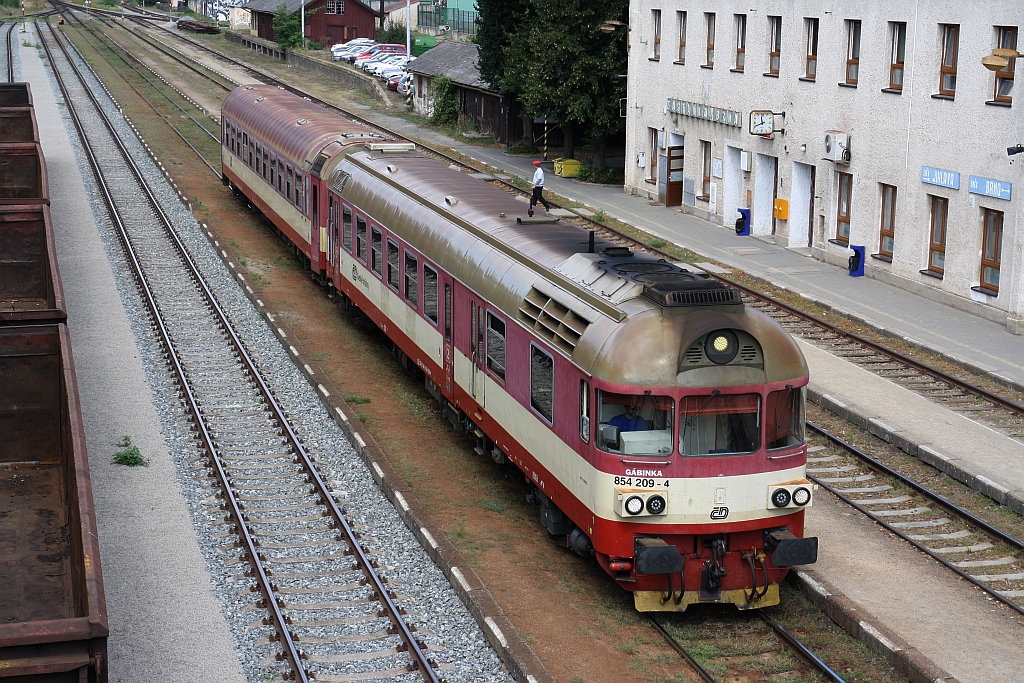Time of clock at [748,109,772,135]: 11:41
